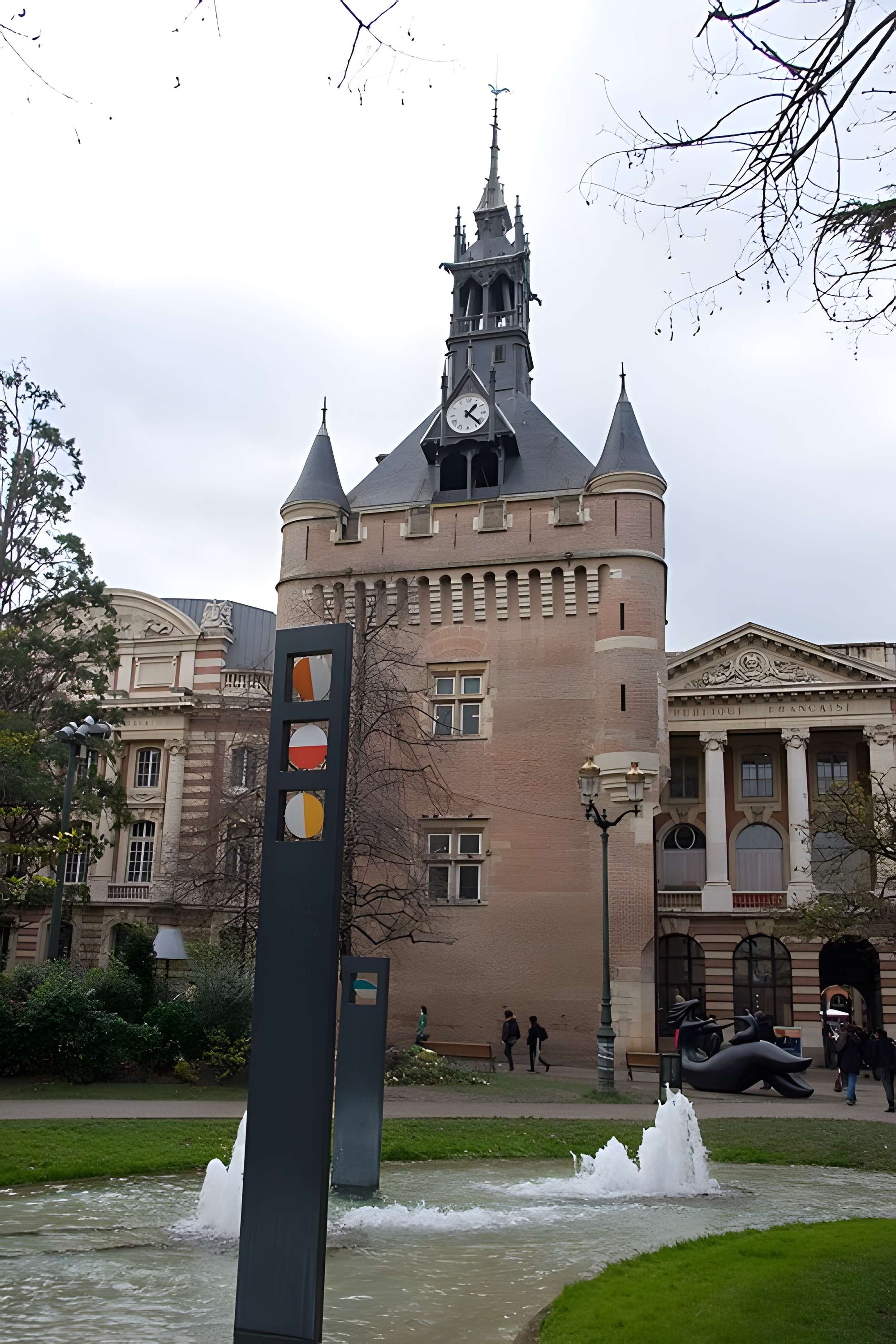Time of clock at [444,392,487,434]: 1:22
